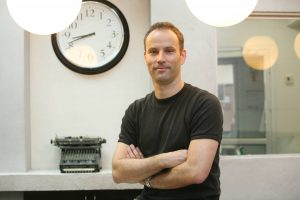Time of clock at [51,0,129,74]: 8:41
